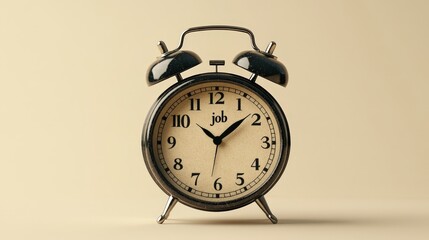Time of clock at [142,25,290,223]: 10:08
